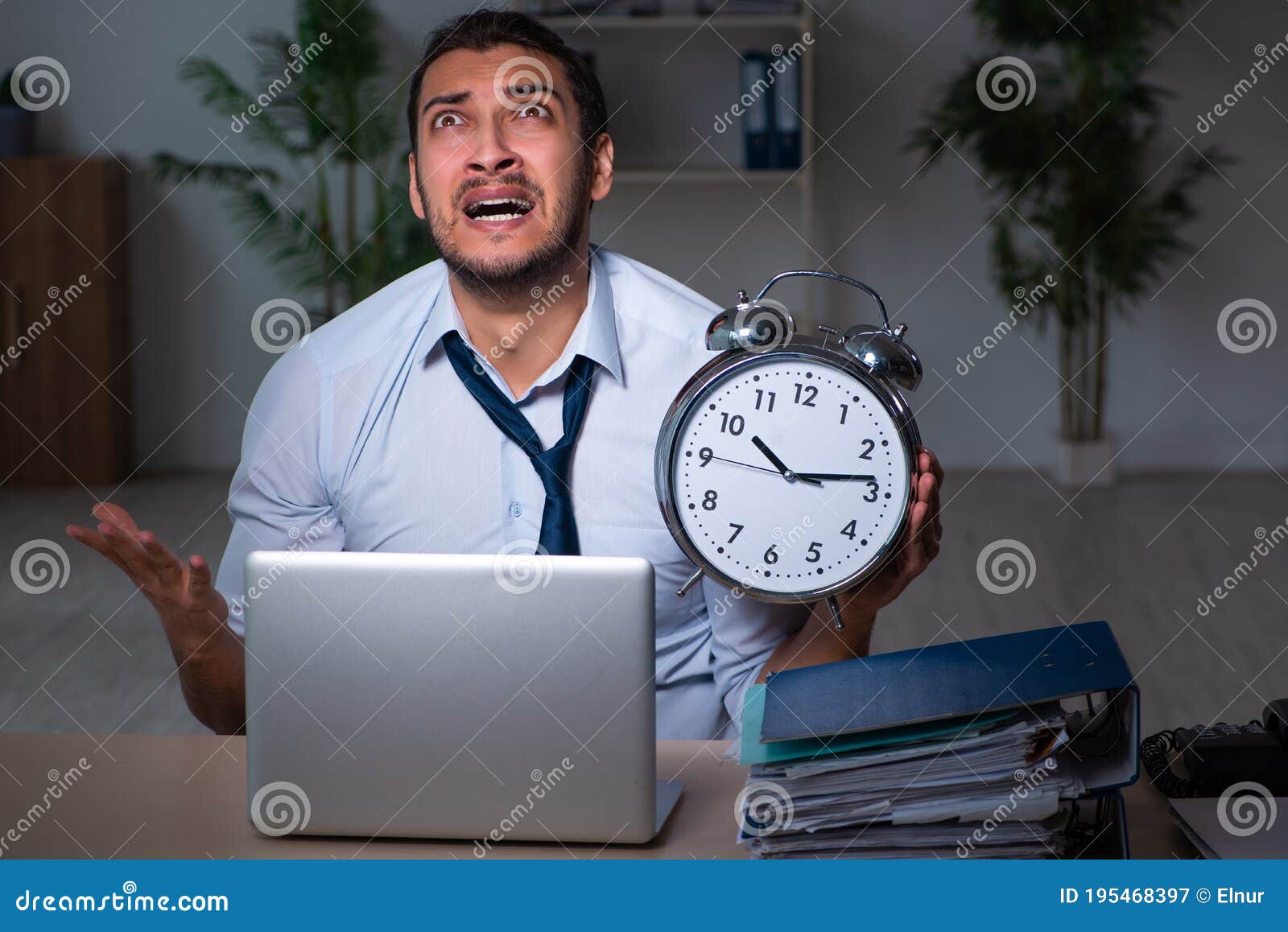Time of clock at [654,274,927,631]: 10:13
